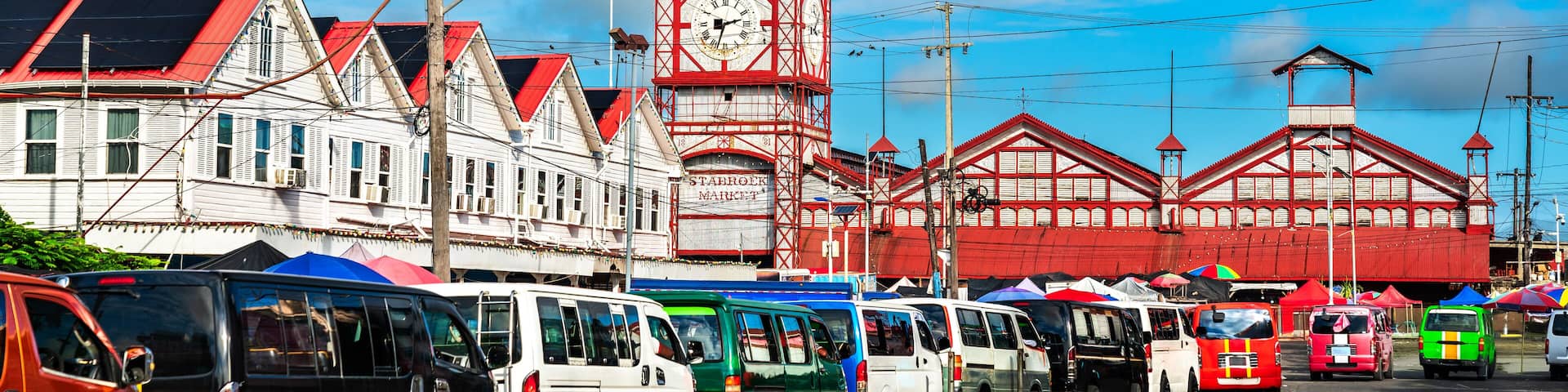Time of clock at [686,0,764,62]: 2:32
